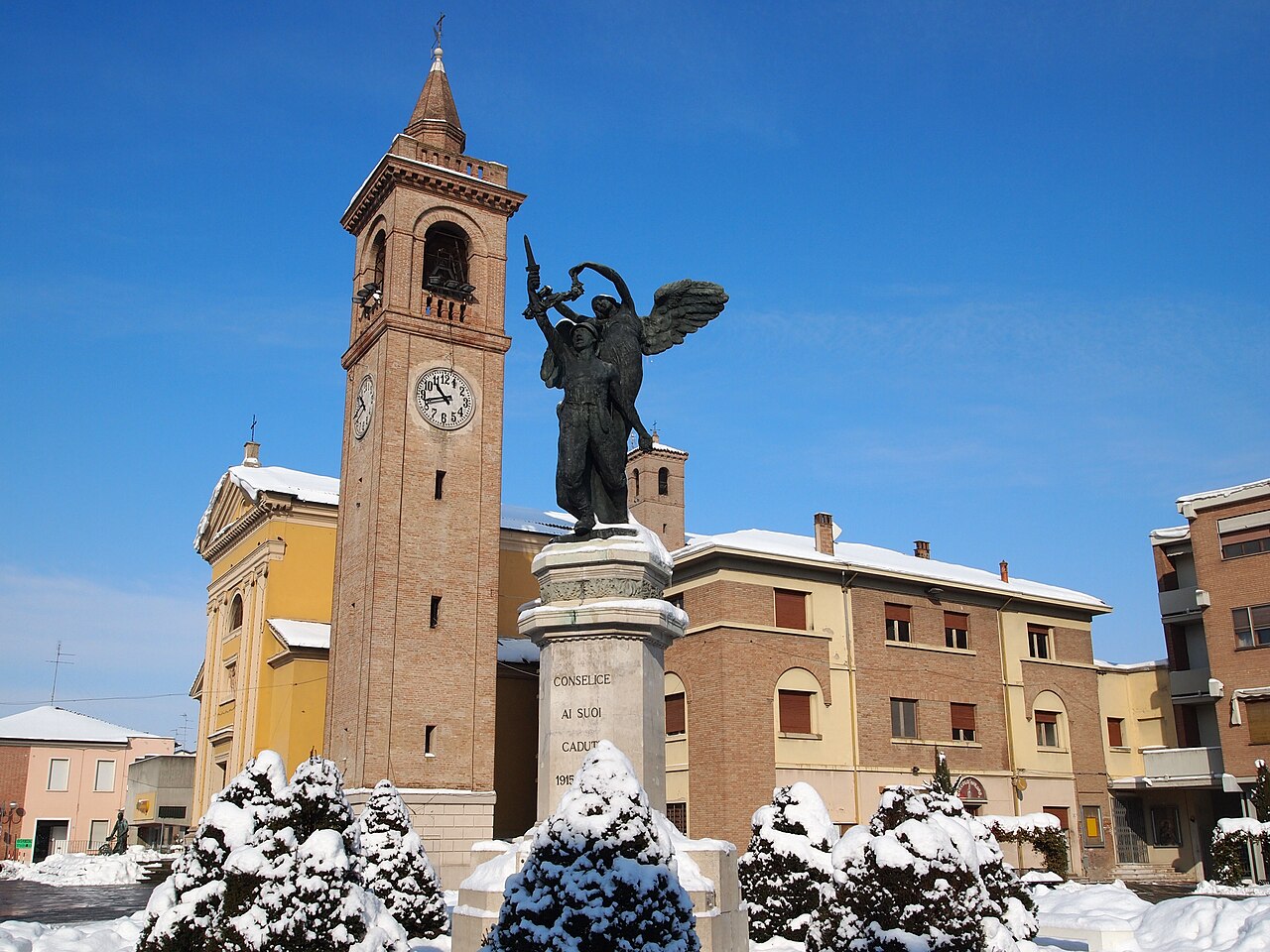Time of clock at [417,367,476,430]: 10:42
